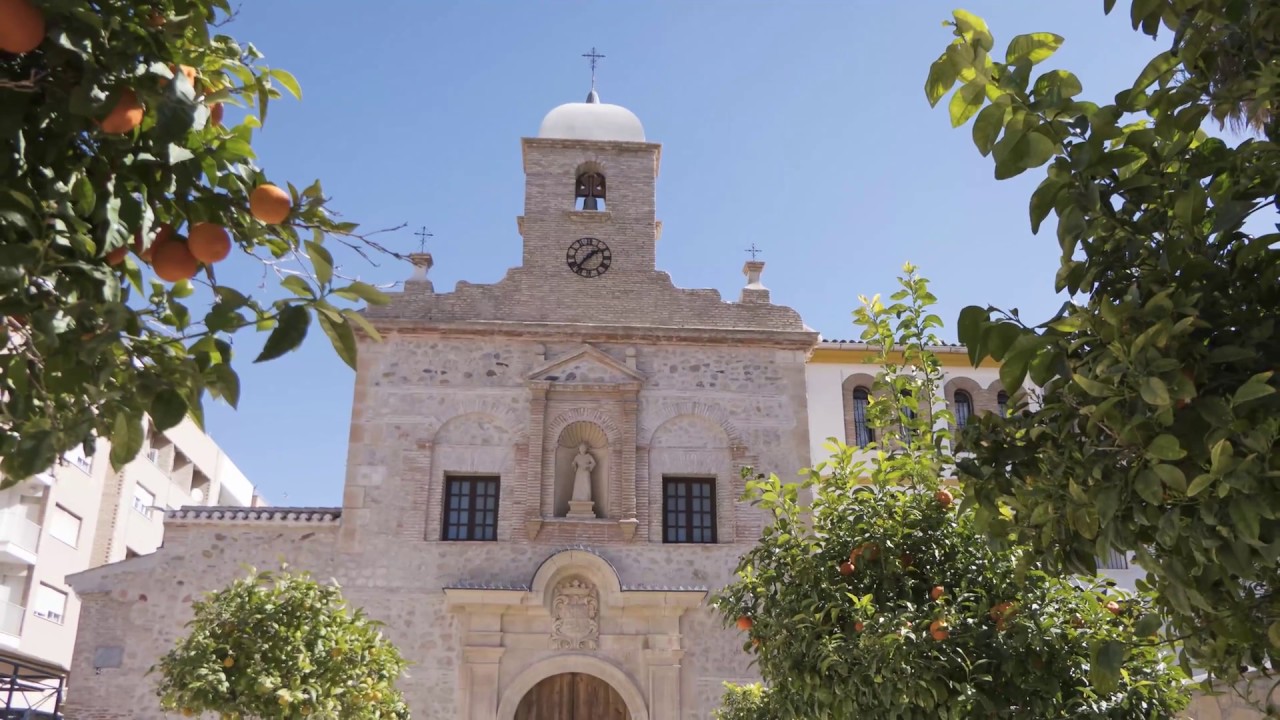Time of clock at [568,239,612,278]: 1:36
